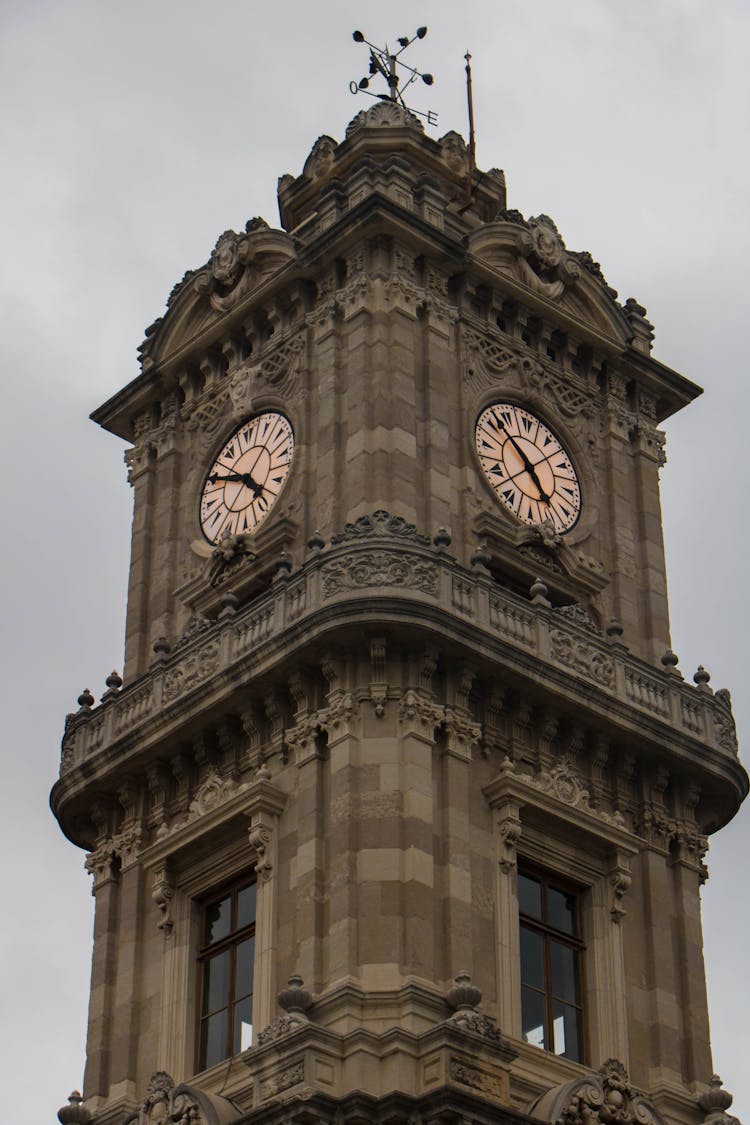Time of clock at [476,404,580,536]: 4:52
